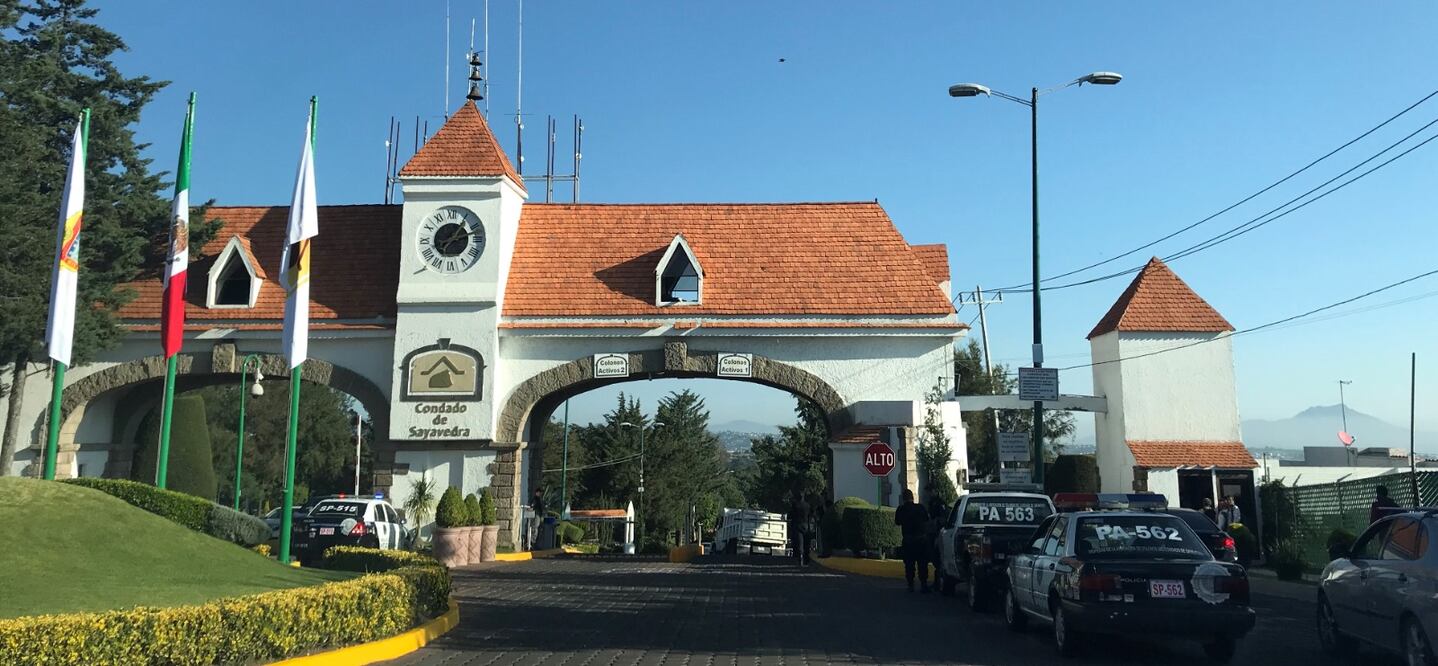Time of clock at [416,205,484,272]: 1:11
